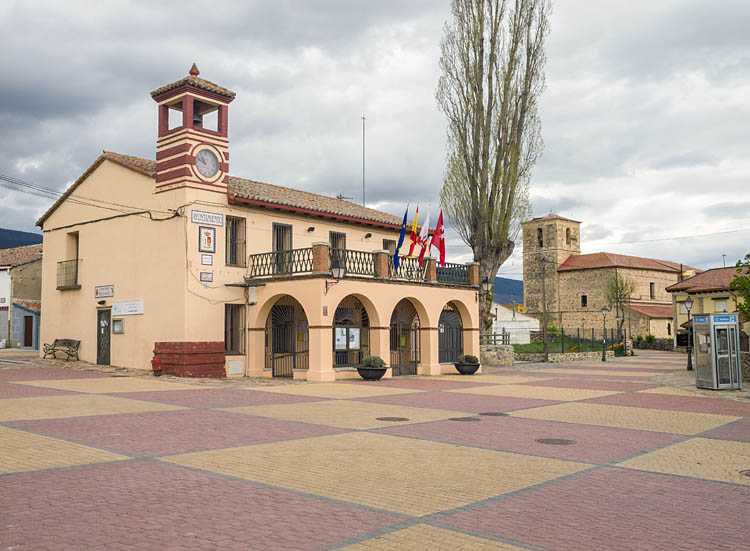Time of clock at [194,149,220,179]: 10:48
